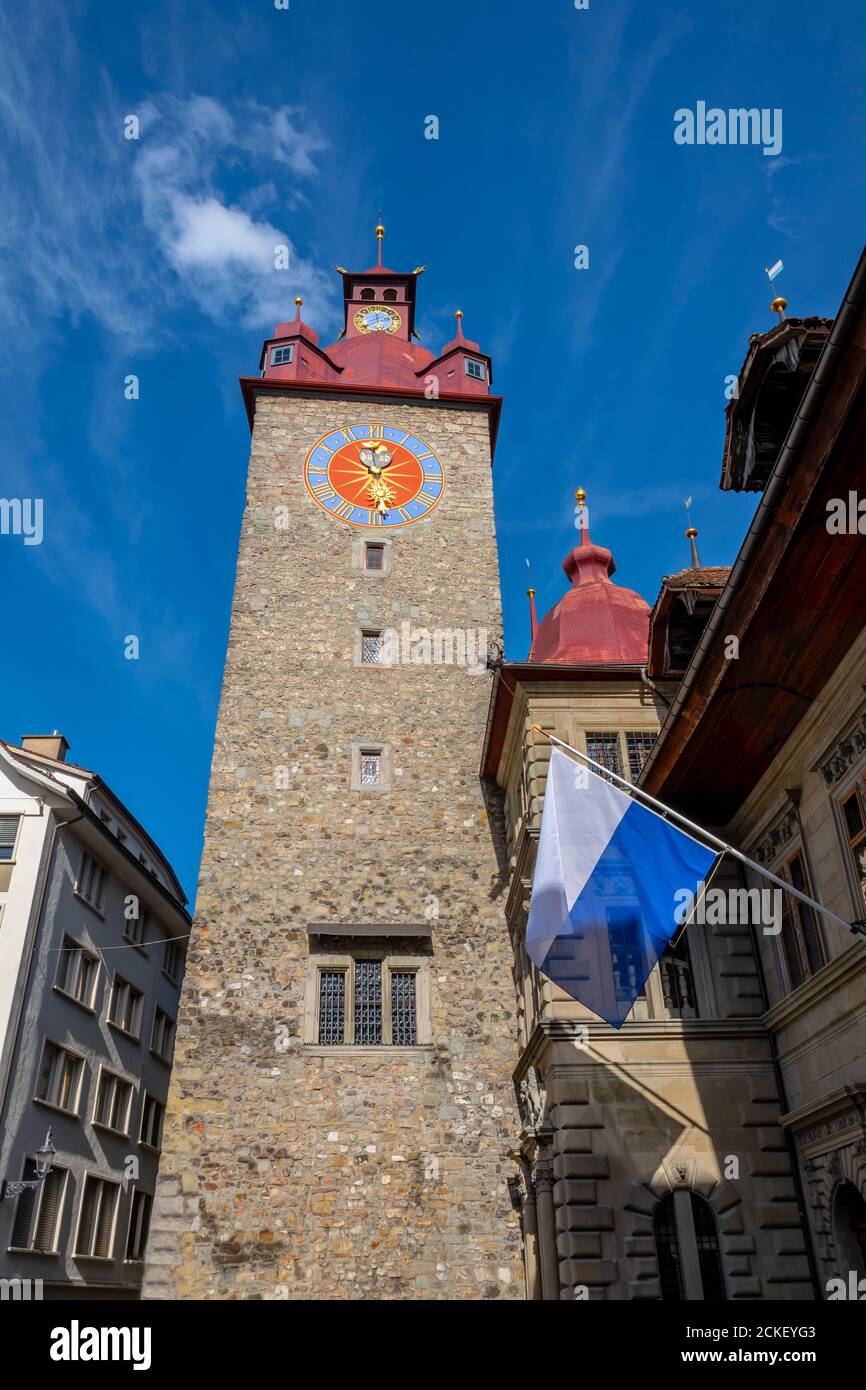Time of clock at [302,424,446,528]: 10:28
